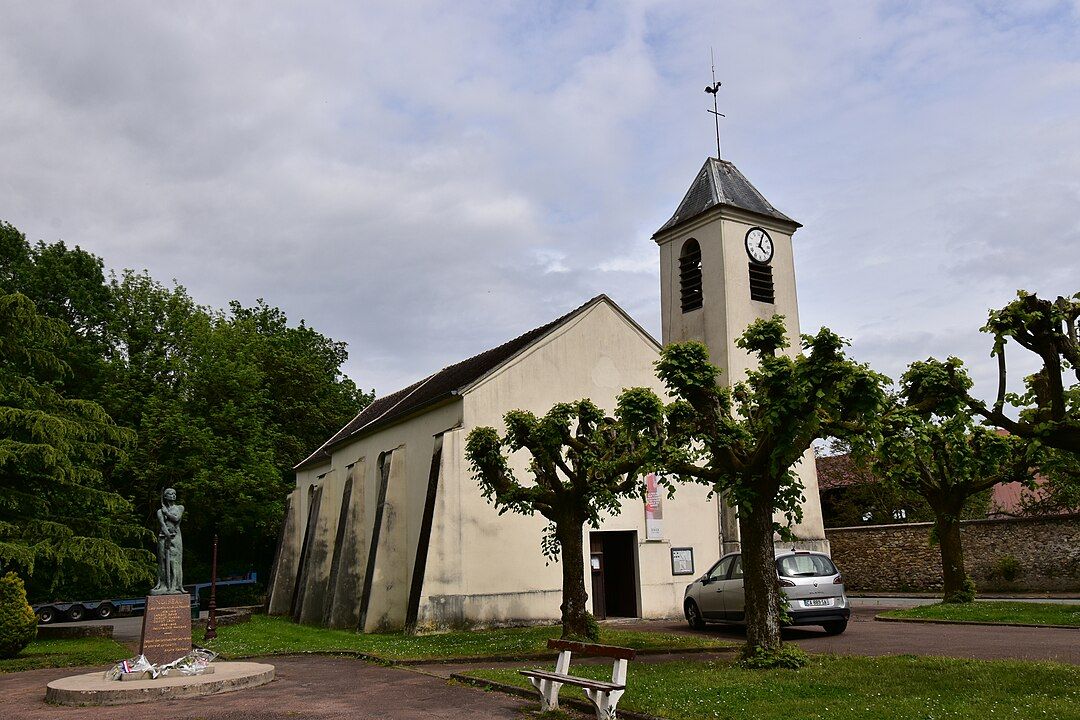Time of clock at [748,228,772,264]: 4:04
